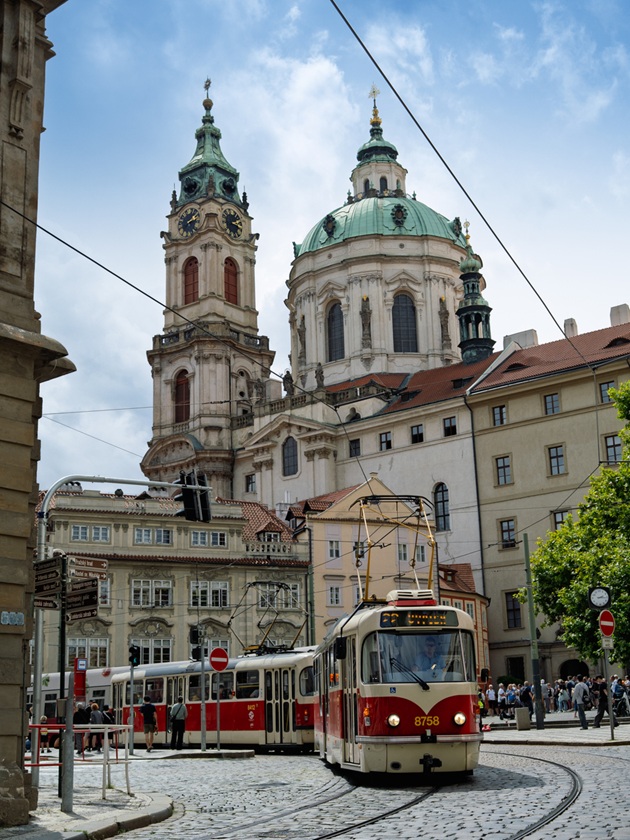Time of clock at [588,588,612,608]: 2:15
